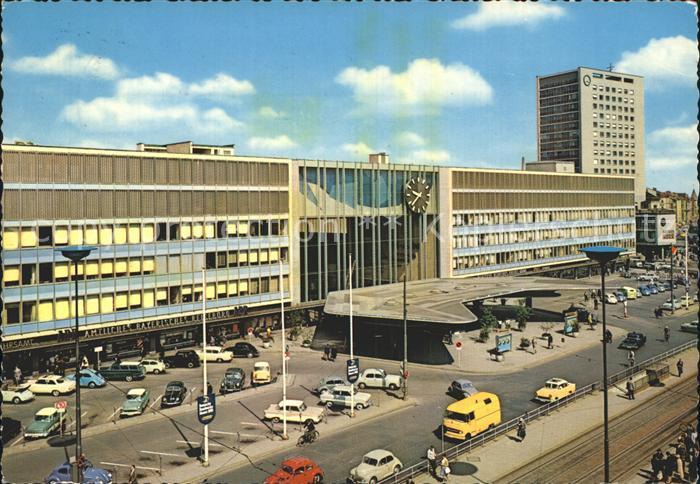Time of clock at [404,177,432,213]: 9:38
